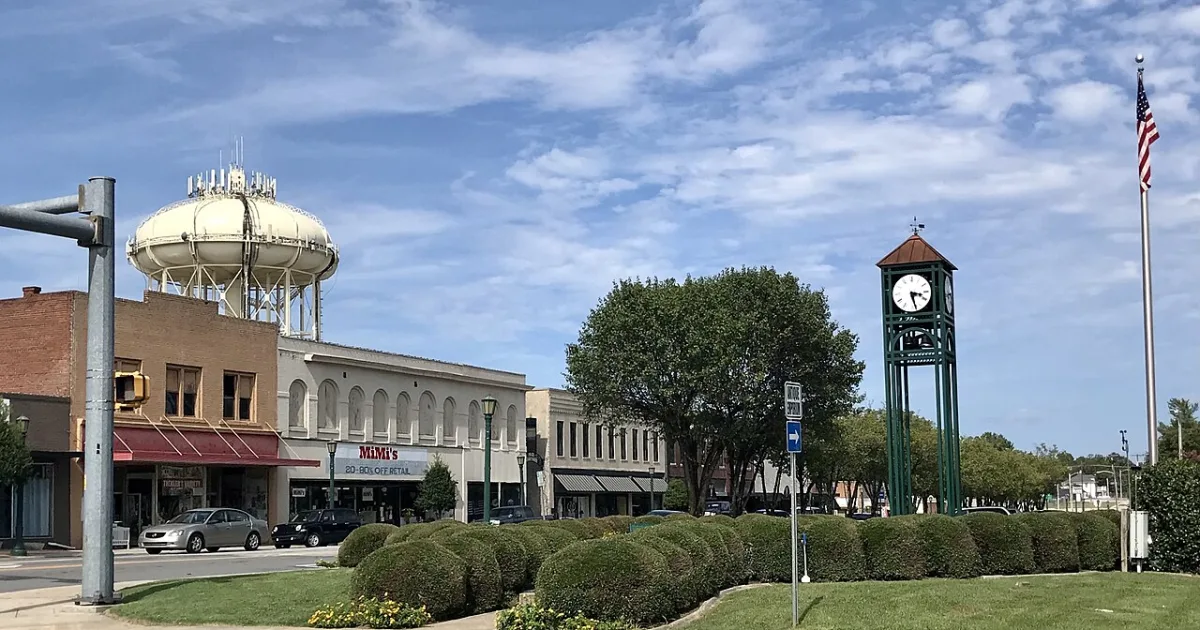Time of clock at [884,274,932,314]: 3:27
